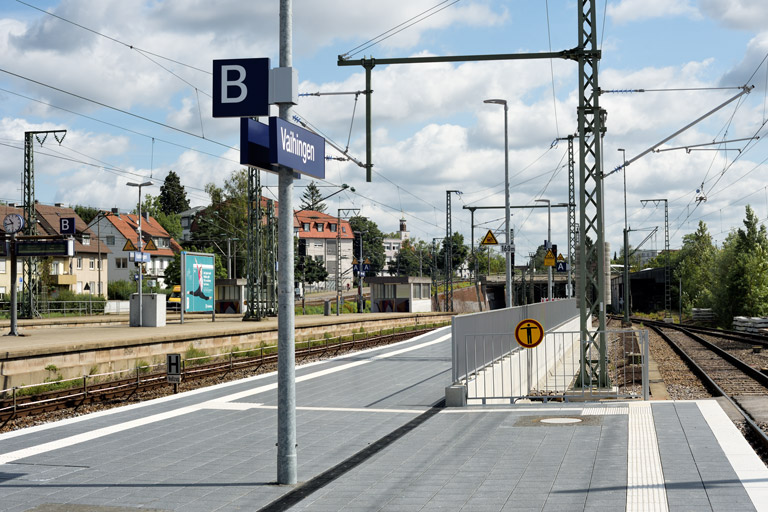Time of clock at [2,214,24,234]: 10:42
